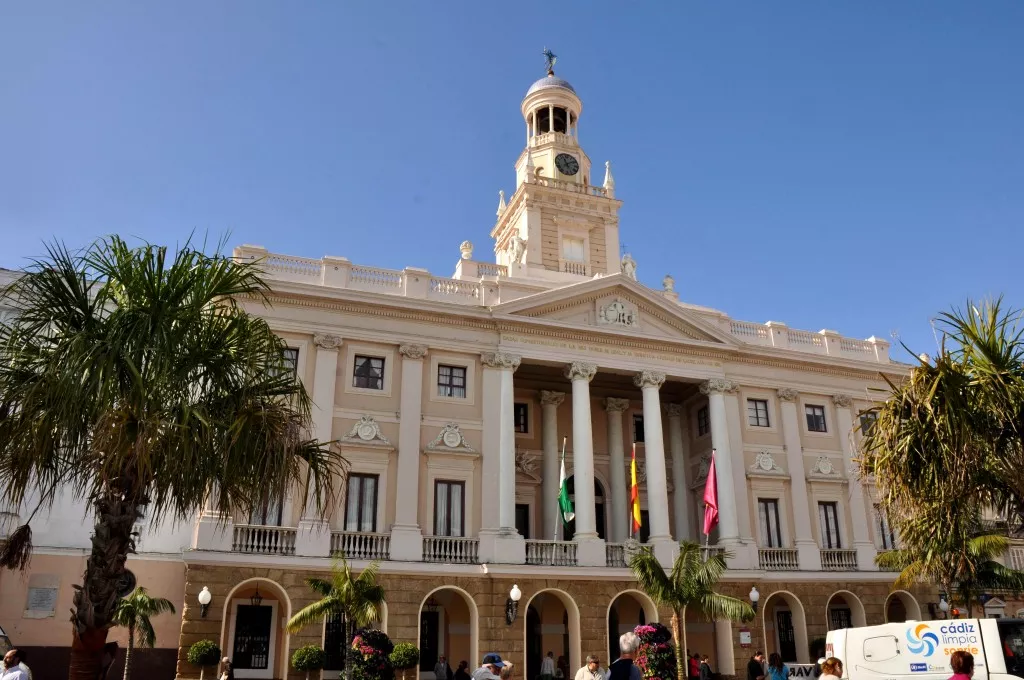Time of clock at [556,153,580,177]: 11:09
